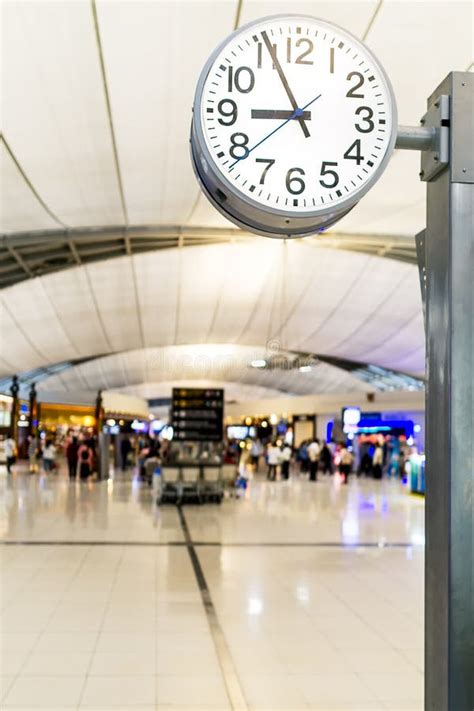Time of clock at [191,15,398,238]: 8:55
